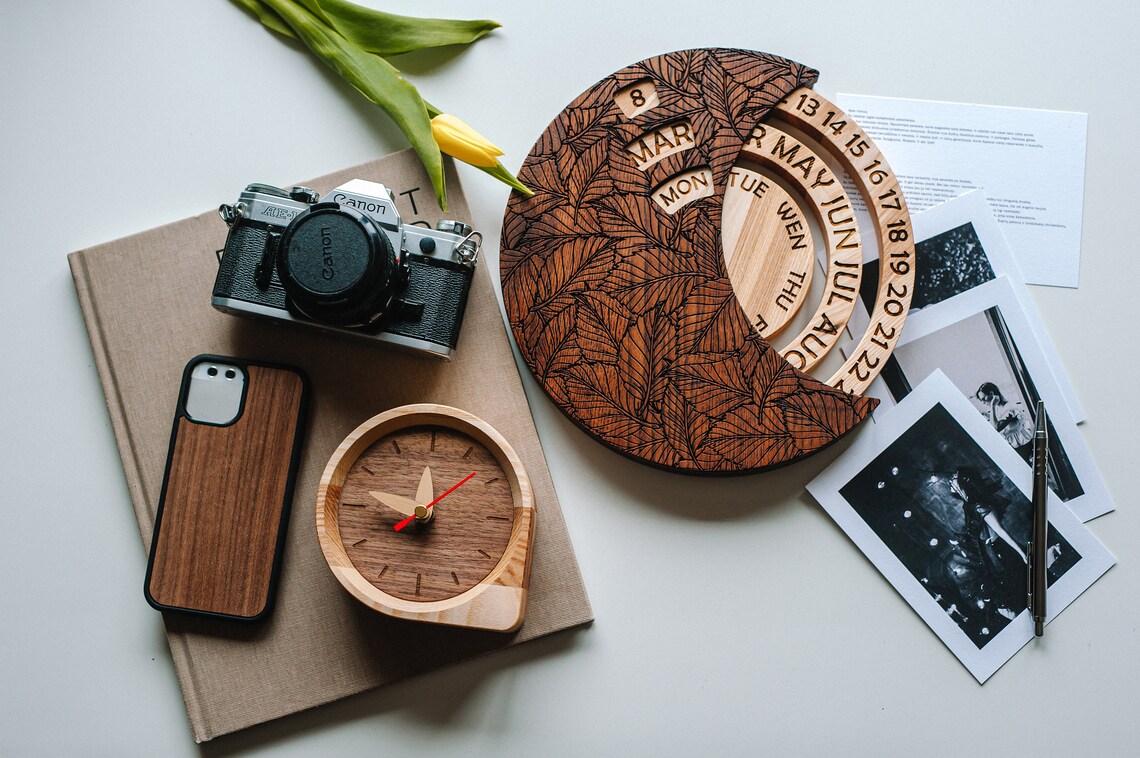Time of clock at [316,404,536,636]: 11:46
